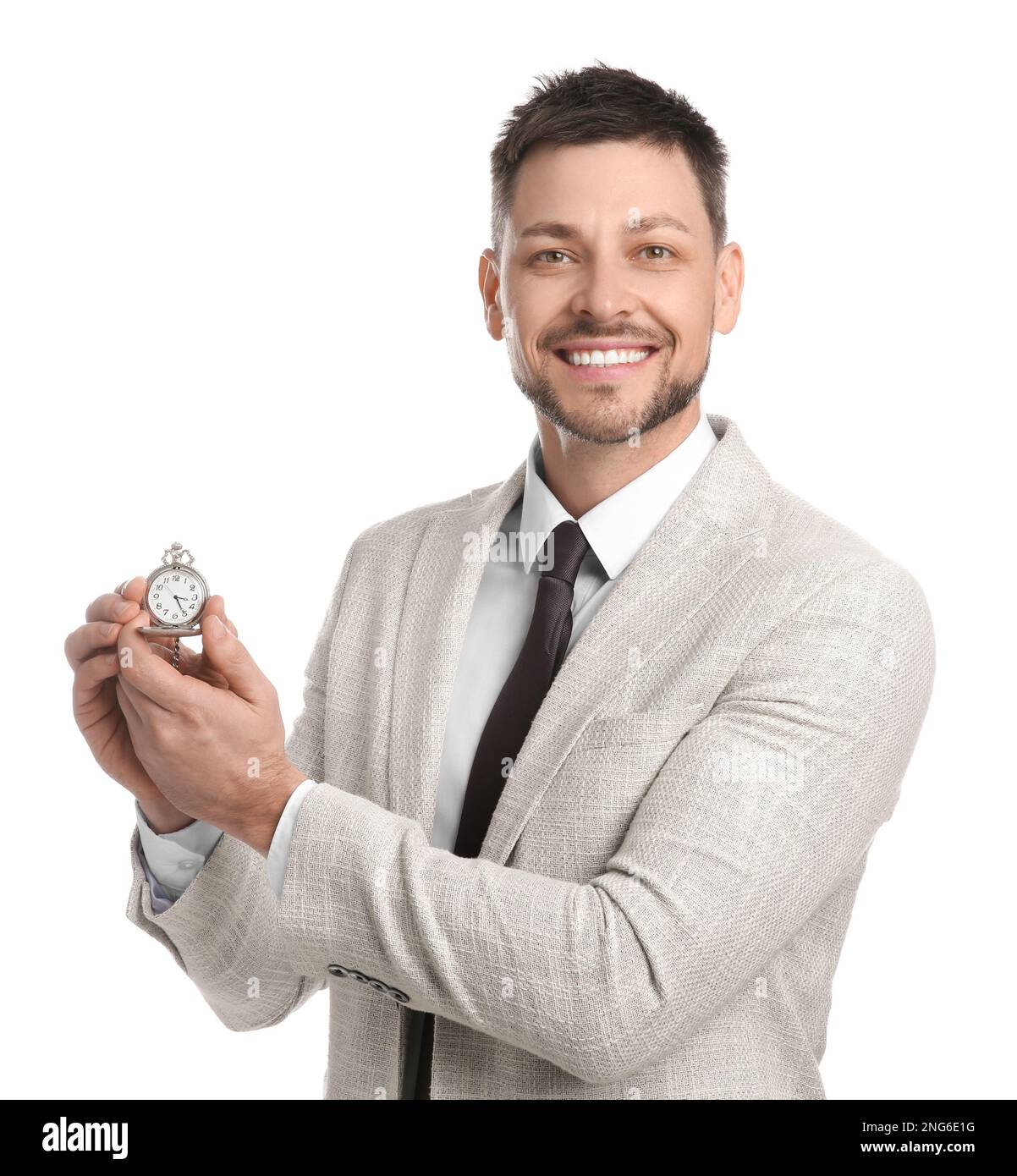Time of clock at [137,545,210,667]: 3:24
